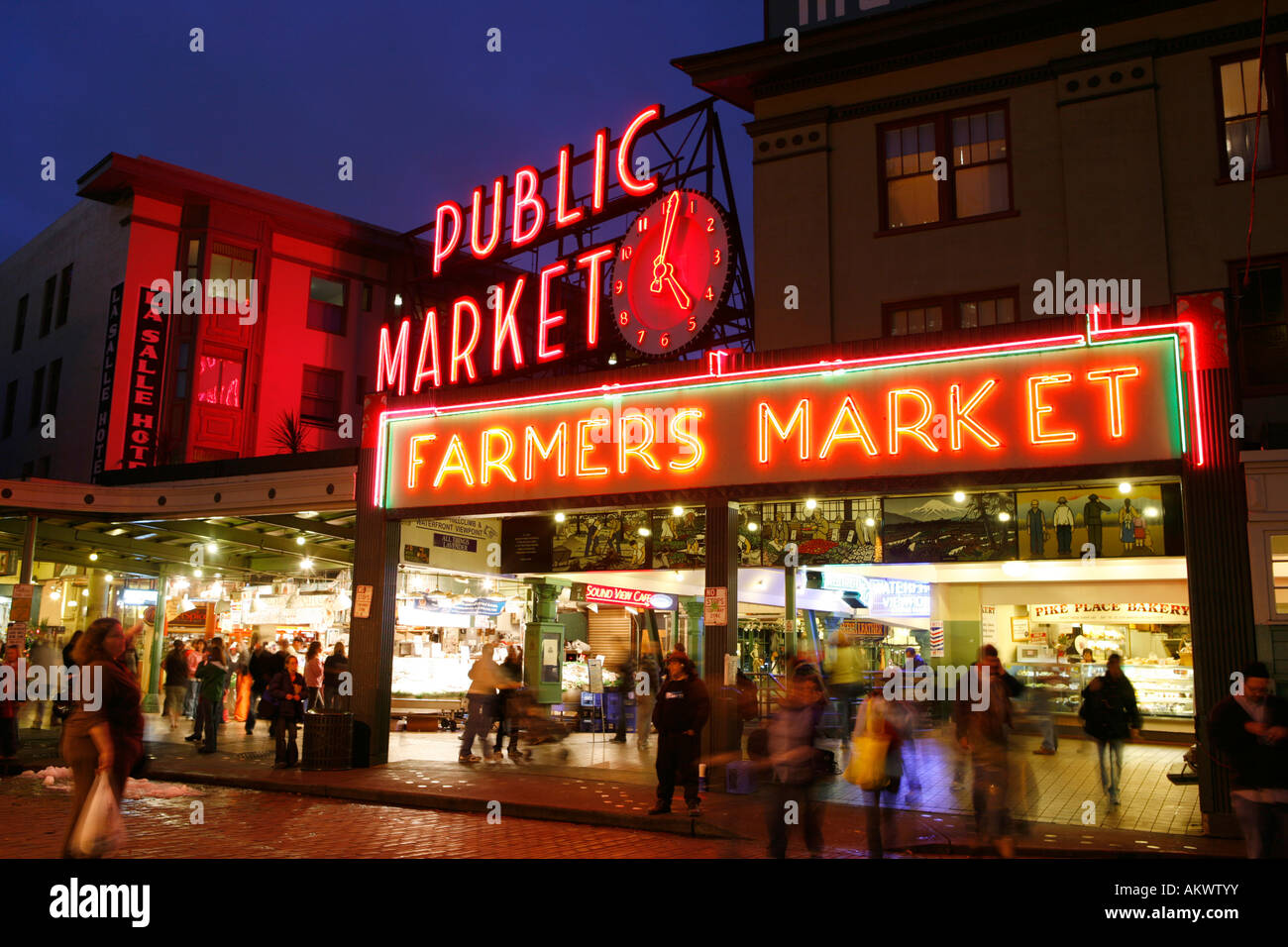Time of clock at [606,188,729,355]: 4:02
